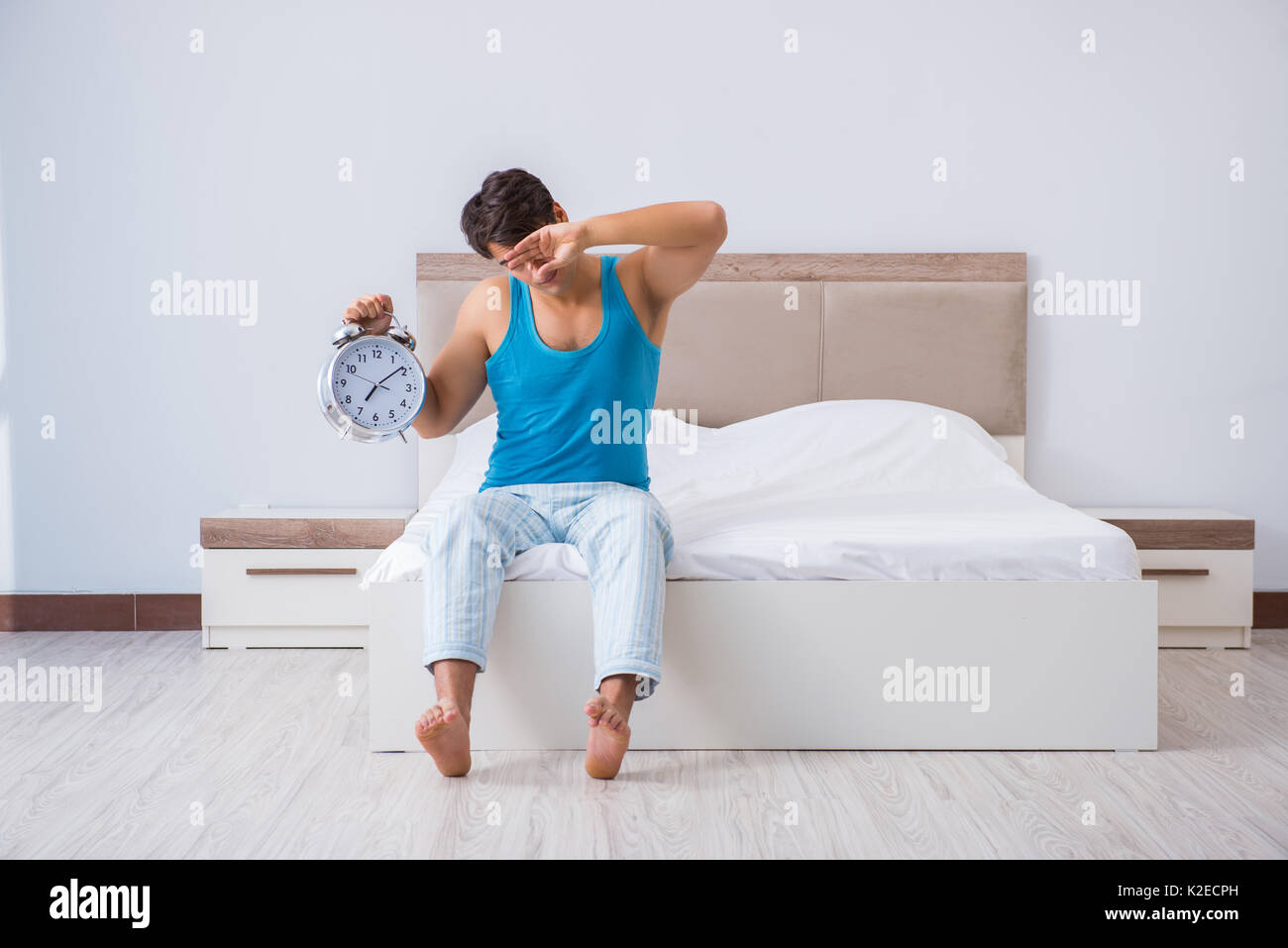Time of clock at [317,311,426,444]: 7:08
